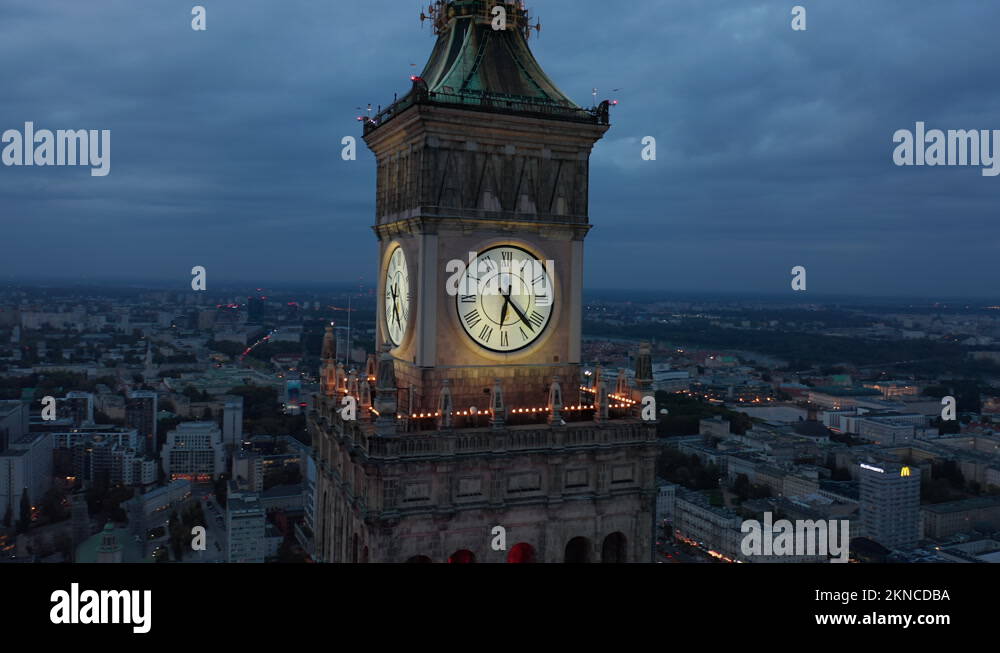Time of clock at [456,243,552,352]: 6:22
